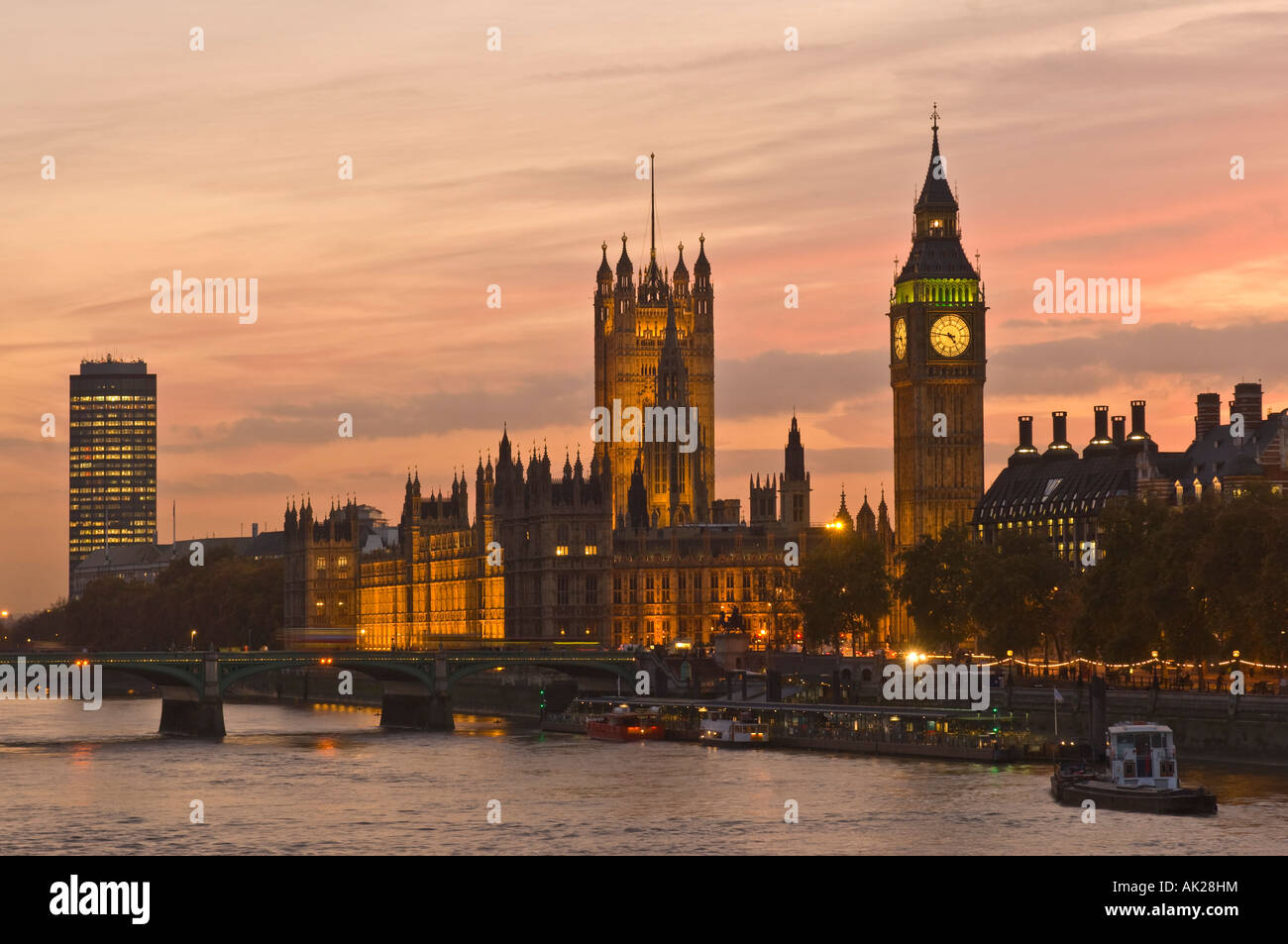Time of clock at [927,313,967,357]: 4:46
